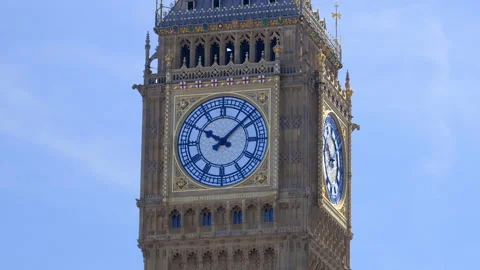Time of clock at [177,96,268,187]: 10:07
